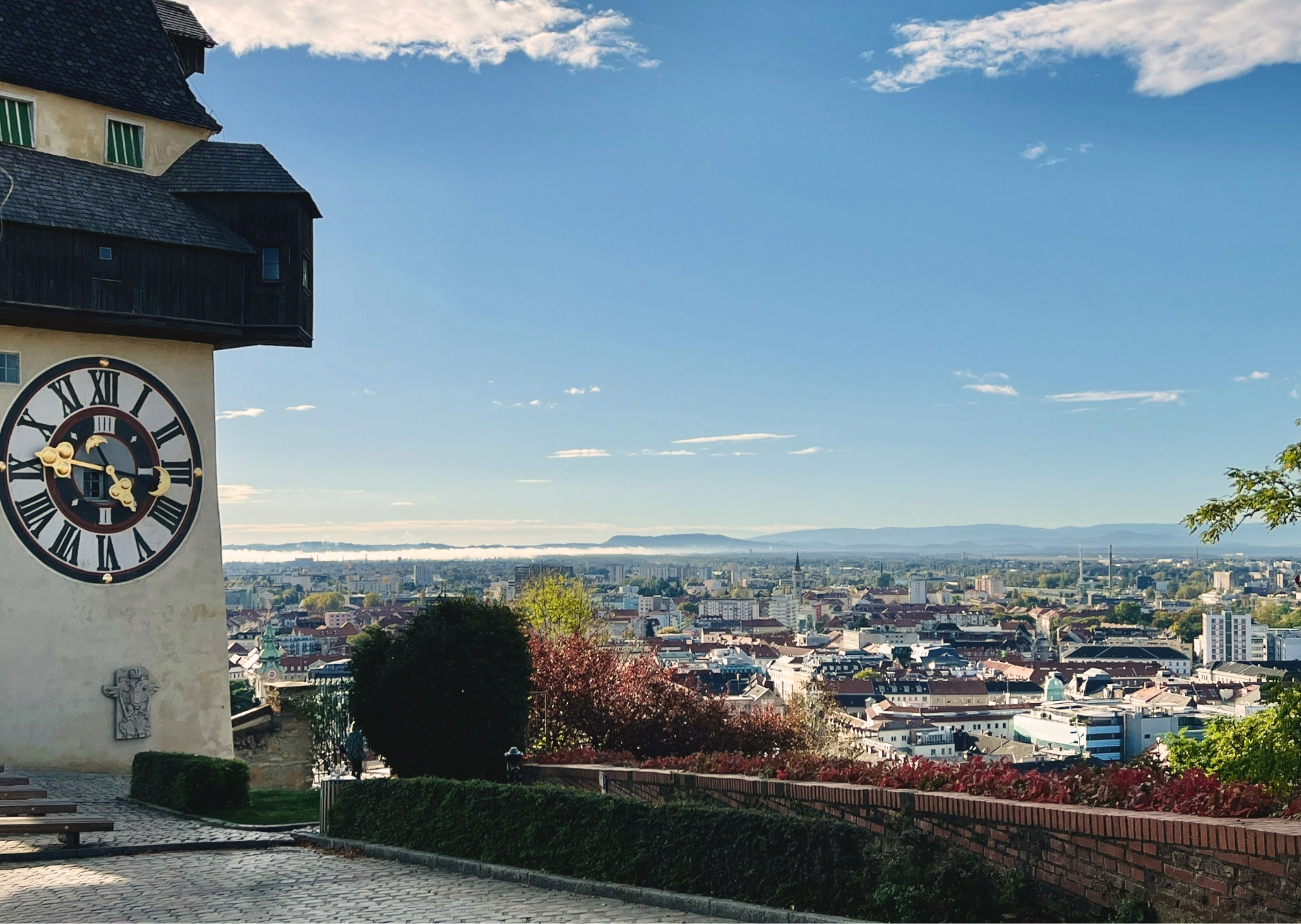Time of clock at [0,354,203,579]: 4:46
